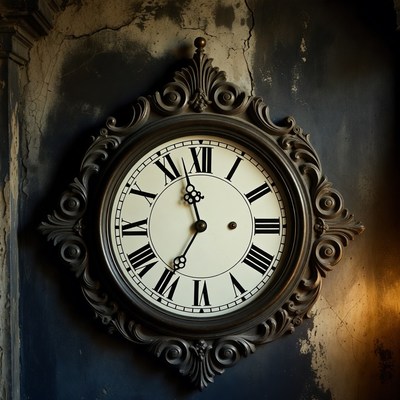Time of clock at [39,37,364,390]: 11:35
